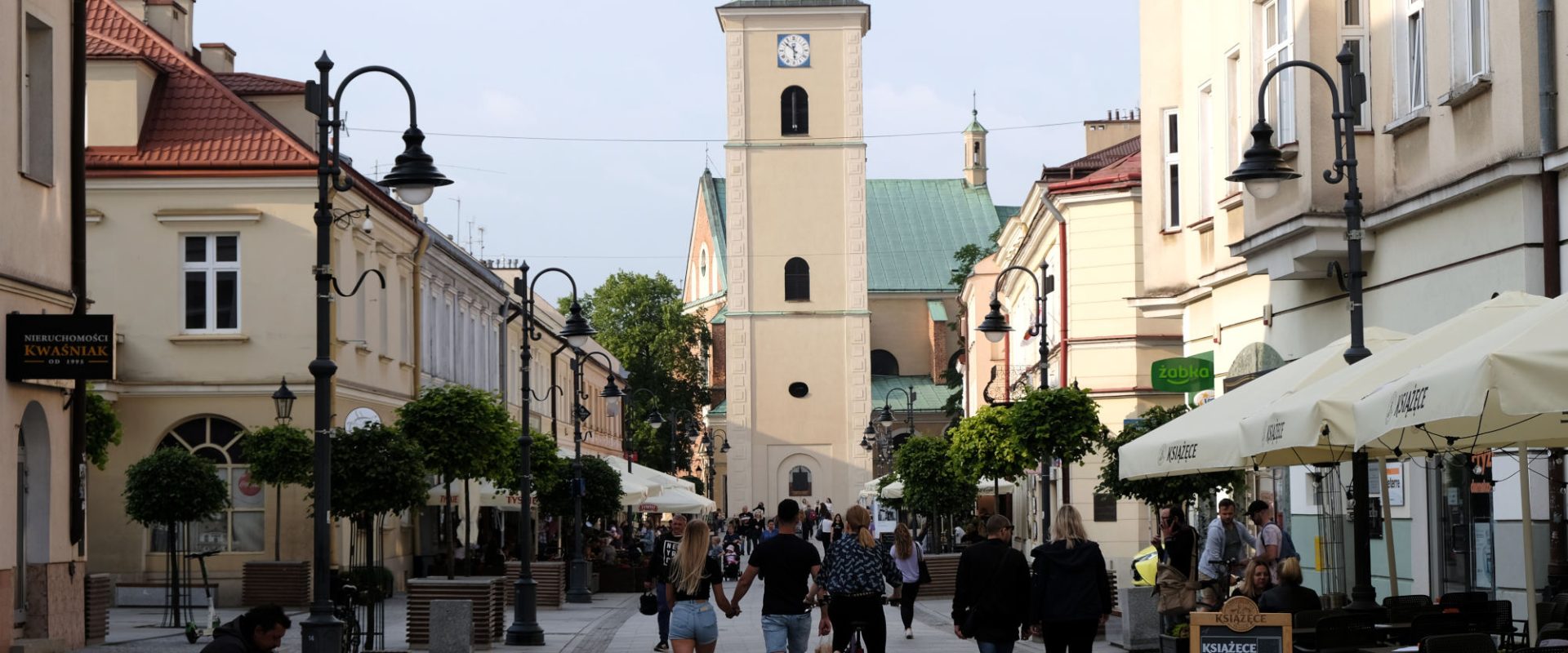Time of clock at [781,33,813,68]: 5:51
